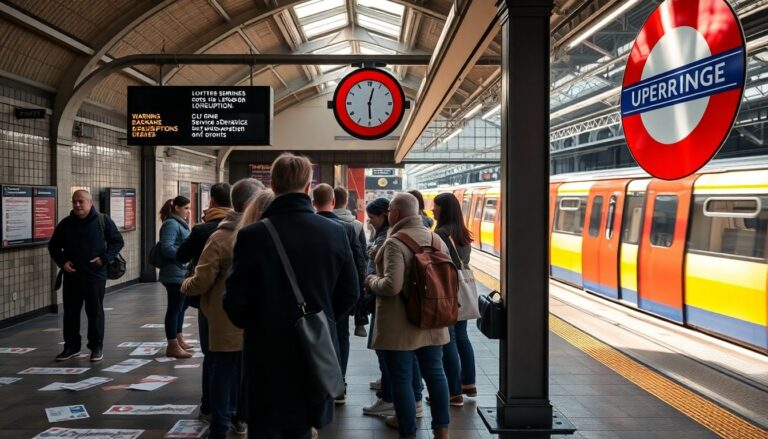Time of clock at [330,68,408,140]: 12:29
